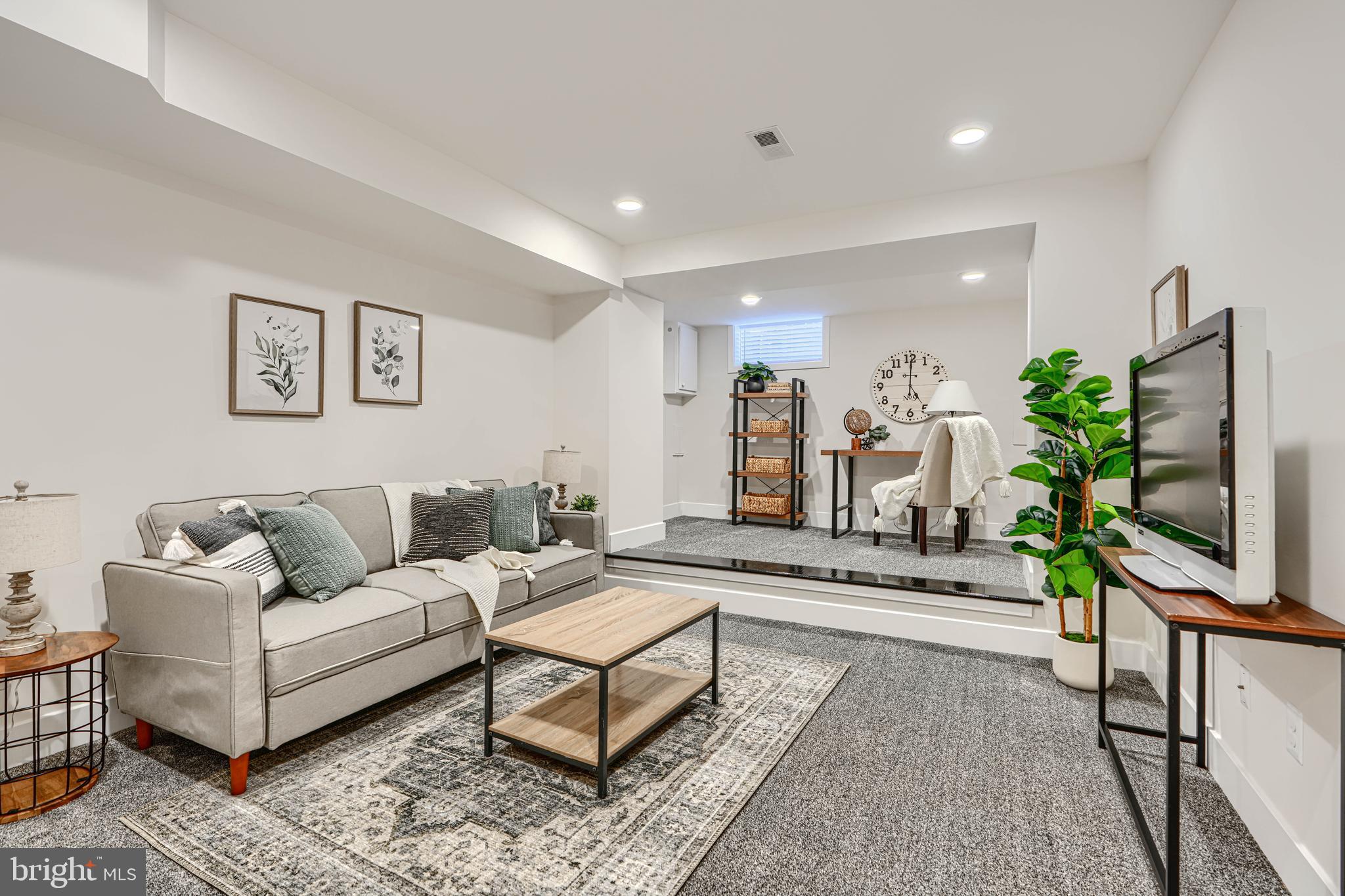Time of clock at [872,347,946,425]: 5:00
